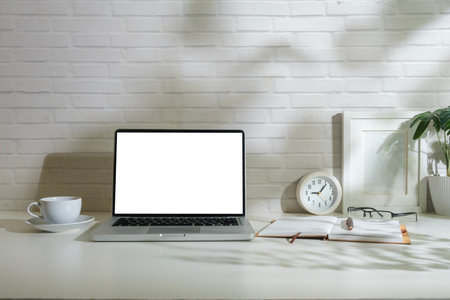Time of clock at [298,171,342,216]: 9:06
